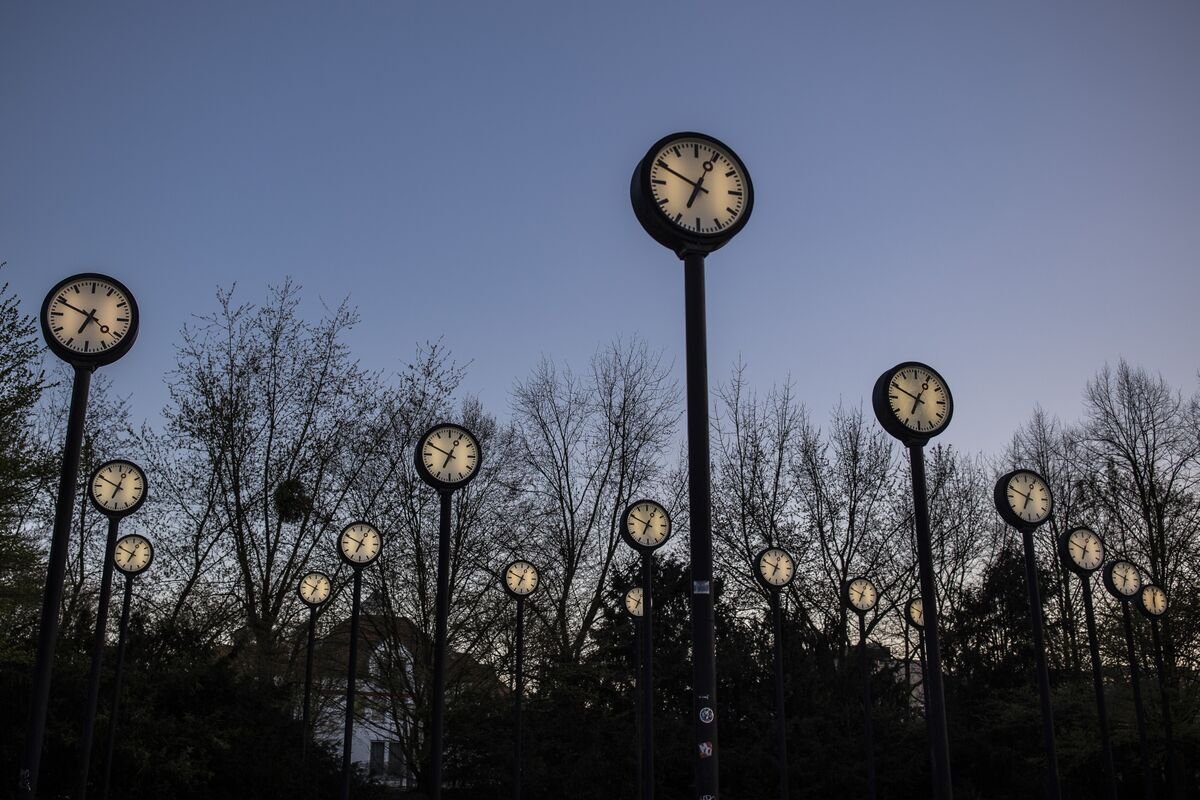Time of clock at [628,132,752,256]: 12:49
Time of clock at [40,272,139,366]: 6:49
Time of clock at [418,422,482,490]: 12:49
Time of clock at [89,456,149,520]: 12:49
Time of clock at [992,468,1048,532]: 12:49
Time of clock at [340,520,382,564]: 12:49
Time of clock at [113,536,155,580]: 12:49
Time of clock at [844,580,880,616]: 12:49
